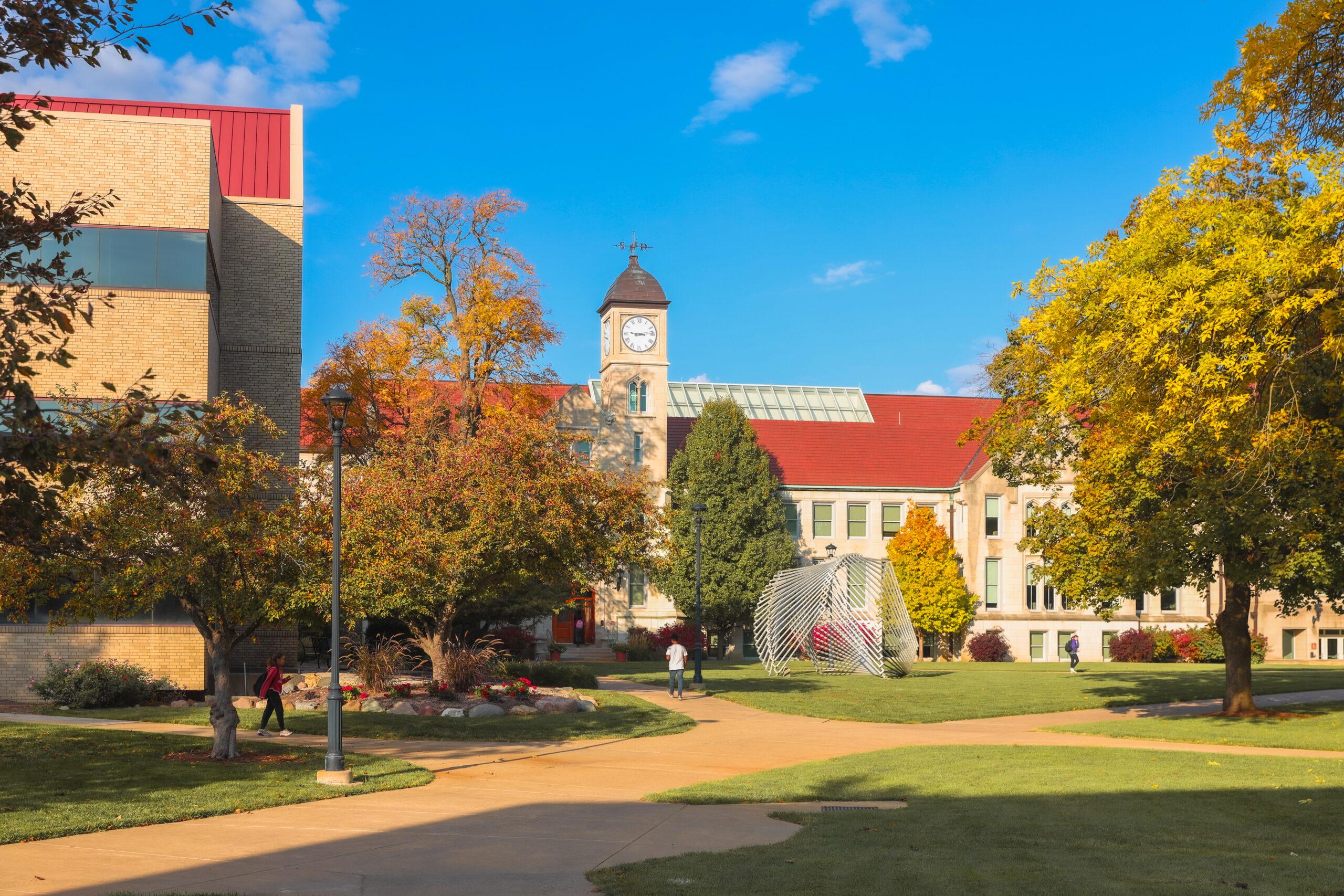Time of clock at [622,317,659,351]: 9:12
